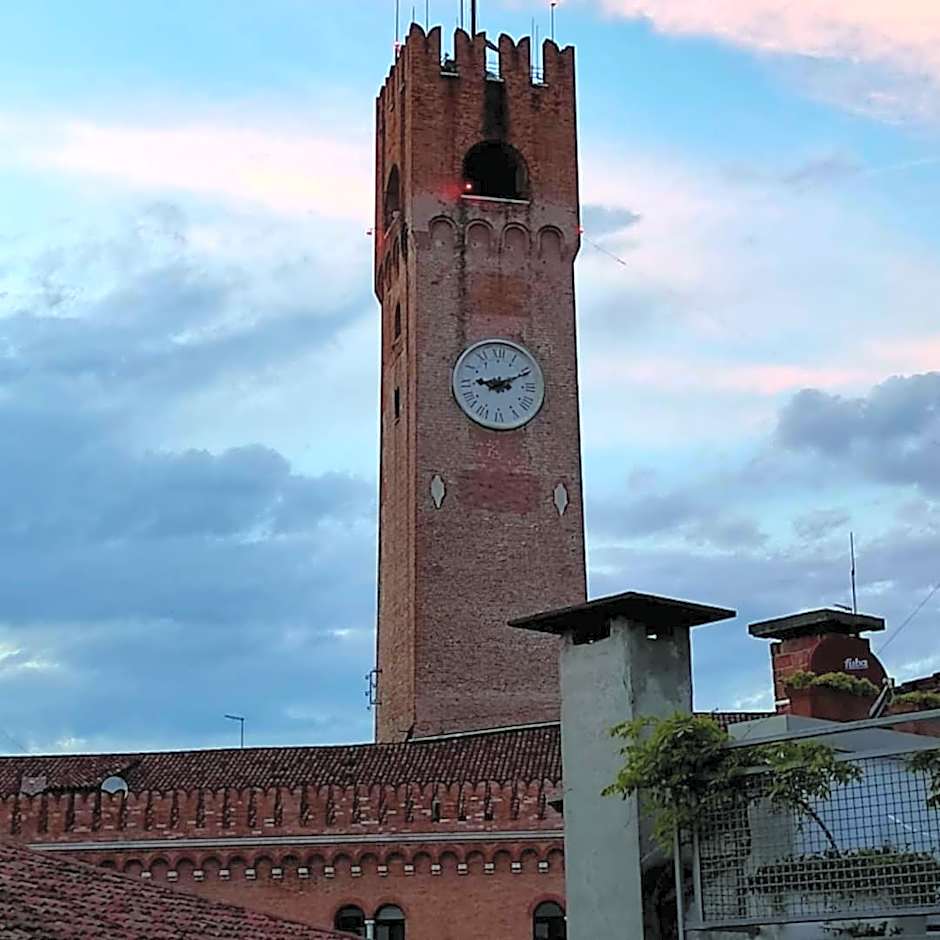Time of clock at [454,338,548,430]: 9:10
